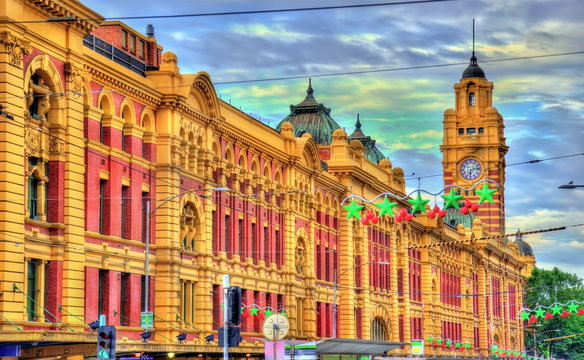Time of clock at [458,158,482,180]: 6:13
